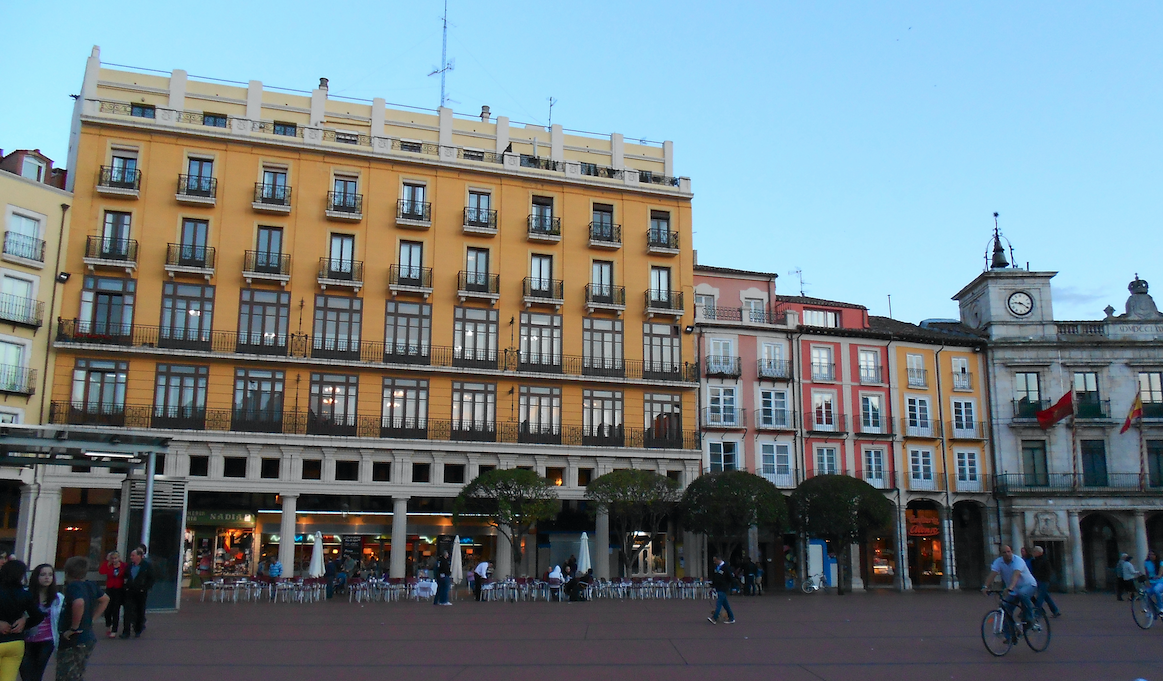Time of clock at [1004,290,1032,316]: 9:20
